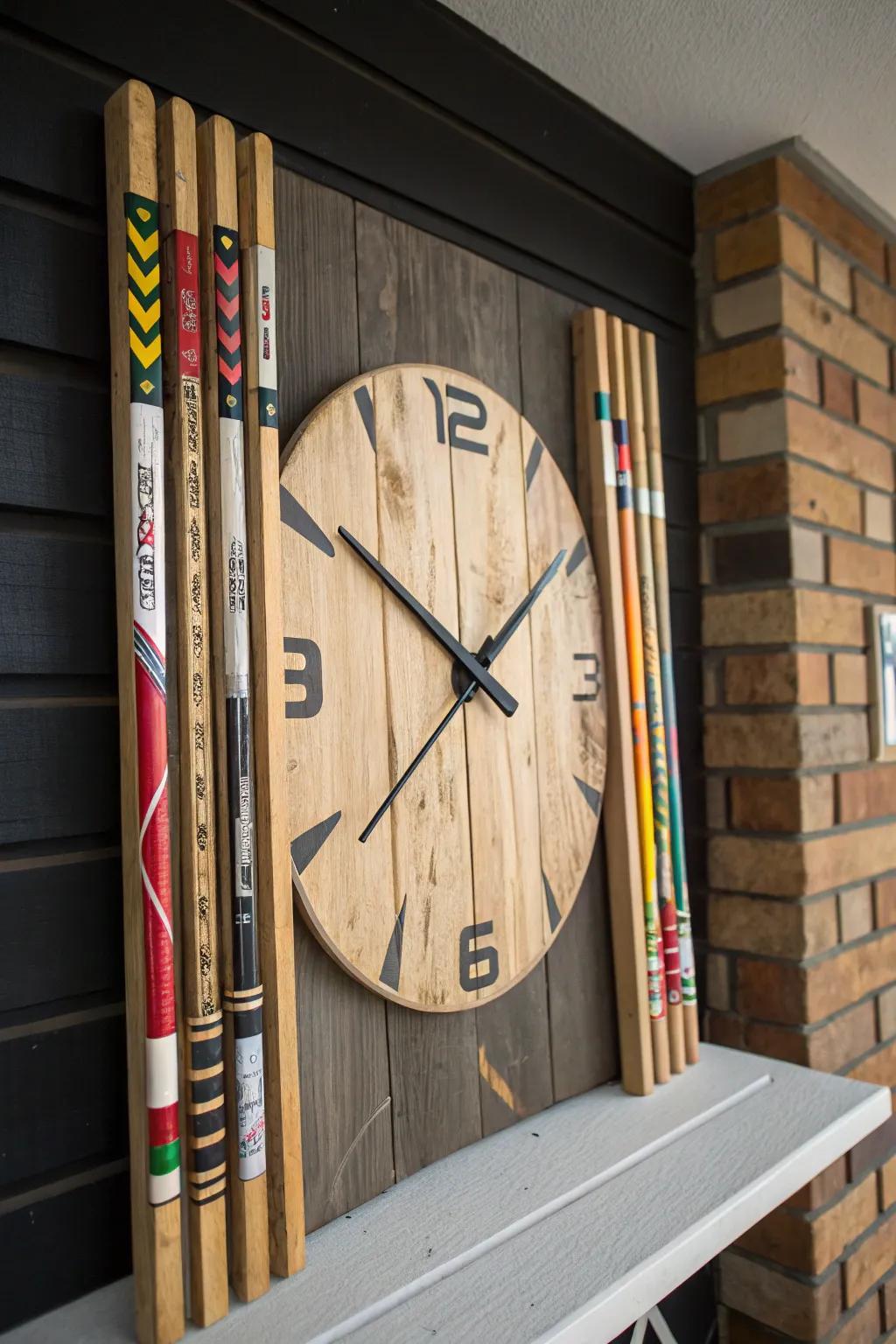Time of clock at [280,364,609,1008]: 1:50
